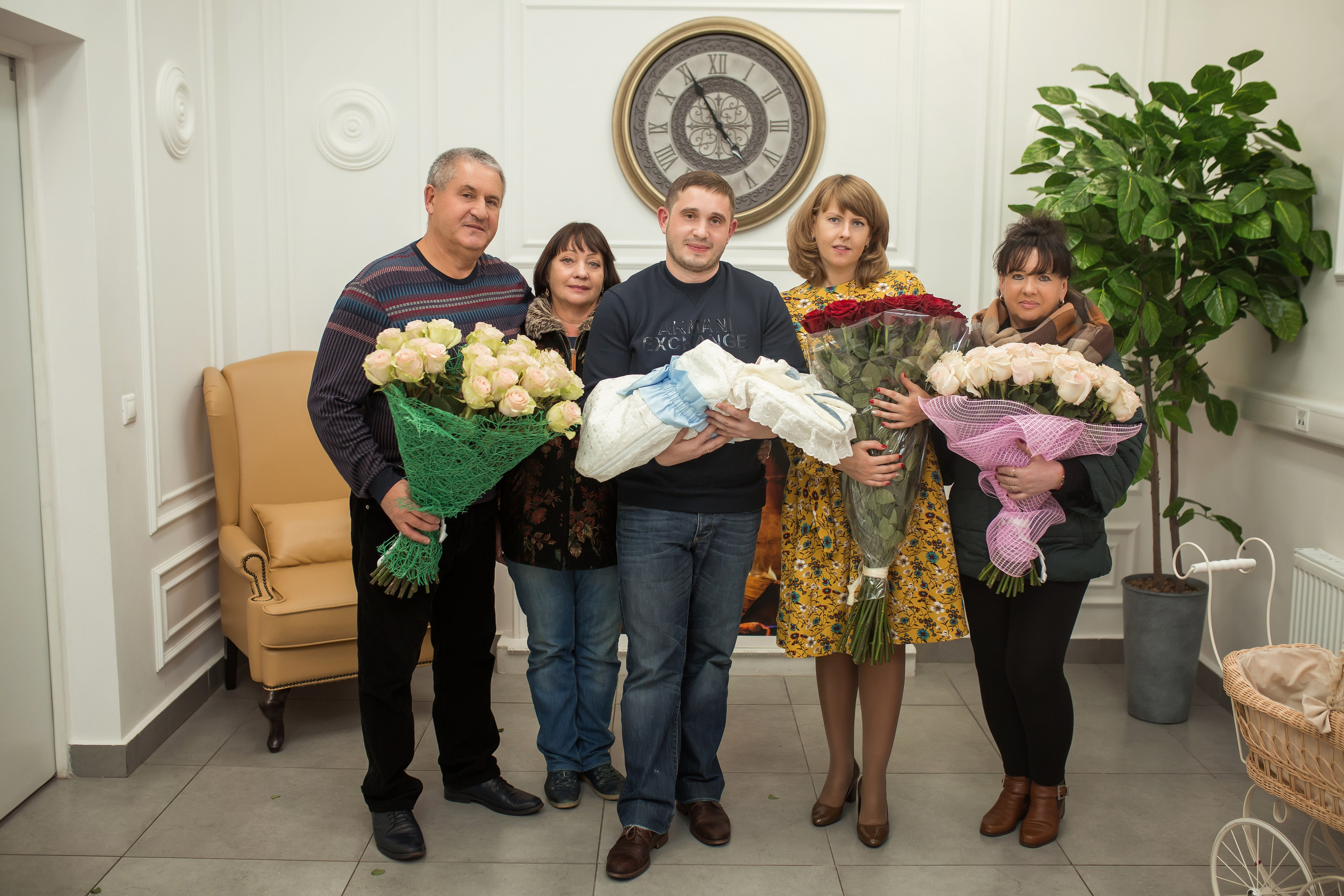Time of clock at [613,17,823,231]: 4:55
